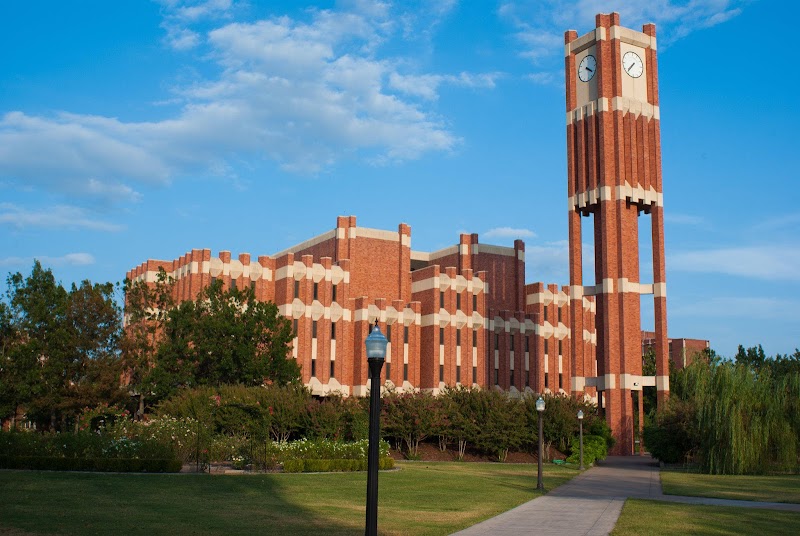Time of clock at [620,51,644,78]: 7:37
